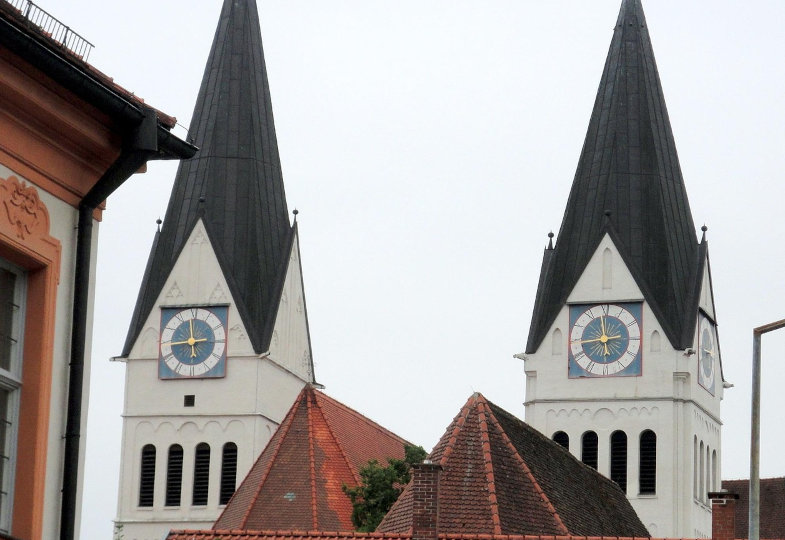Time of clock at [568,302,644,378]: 11:43
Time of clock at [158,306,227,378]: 11:44
